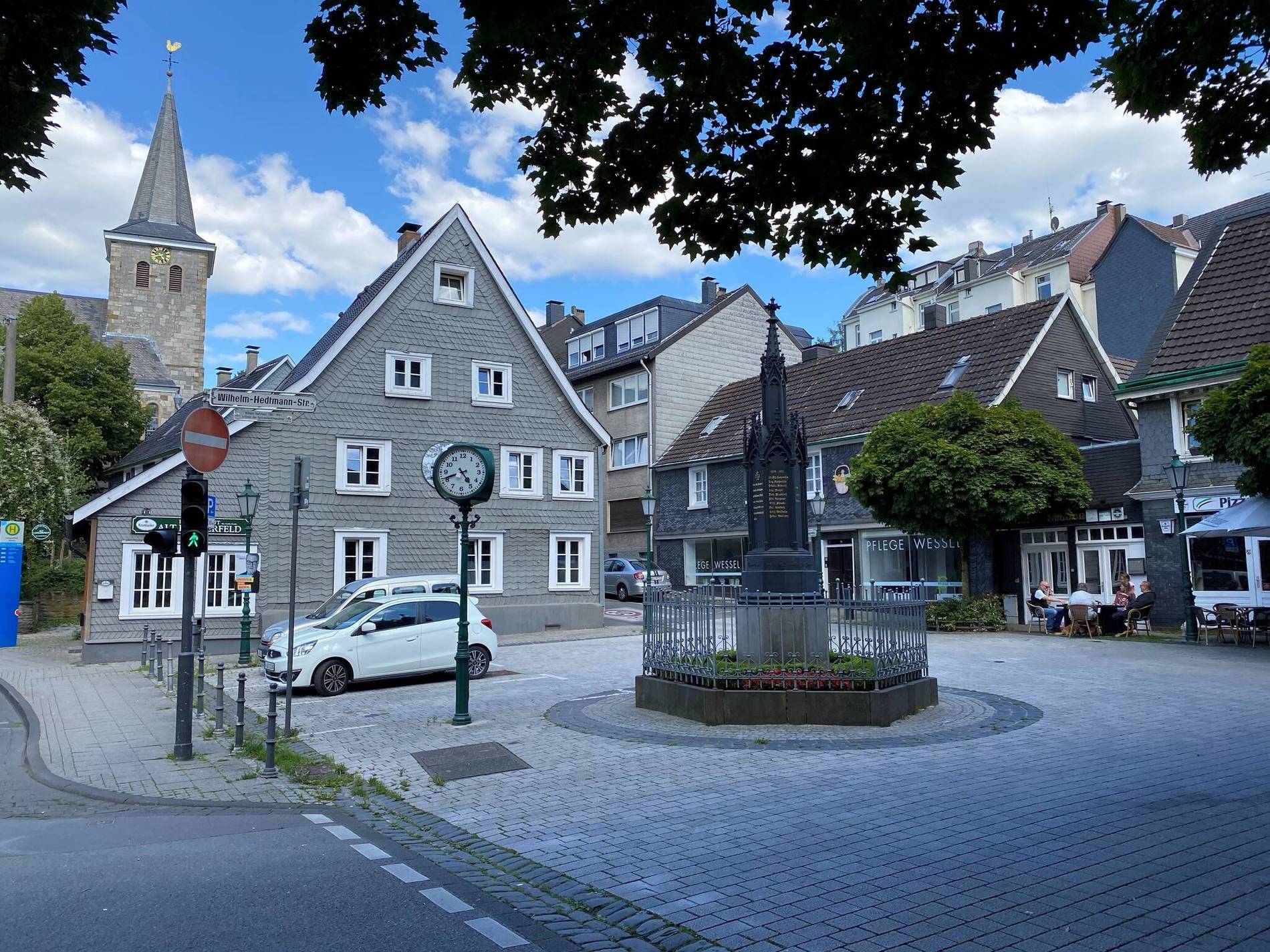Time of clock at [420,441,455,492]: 4:41
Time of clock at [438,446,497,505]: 4:41
